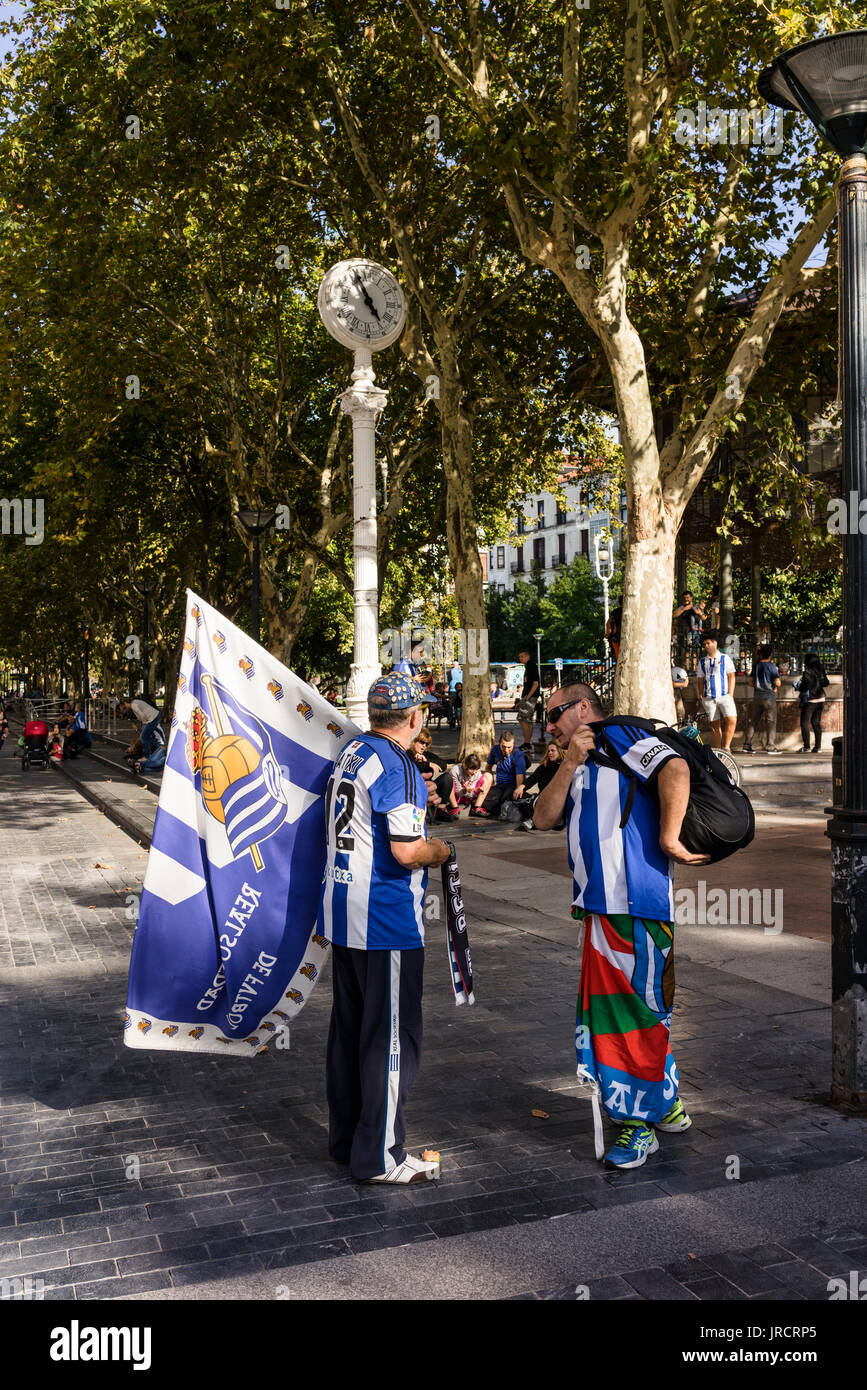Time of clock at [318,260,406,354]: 4:56
